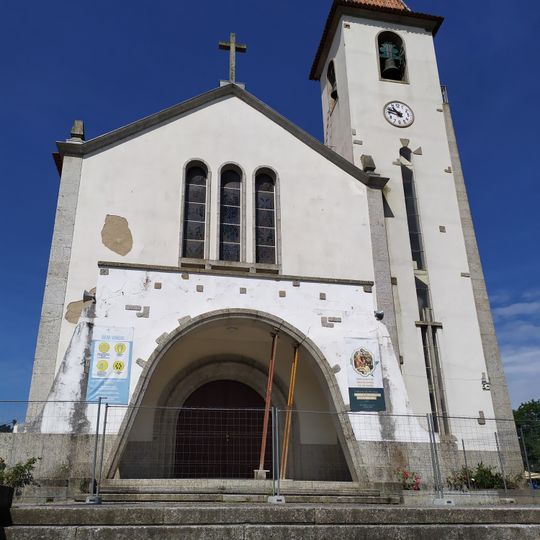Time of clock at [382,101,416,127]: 10:48
